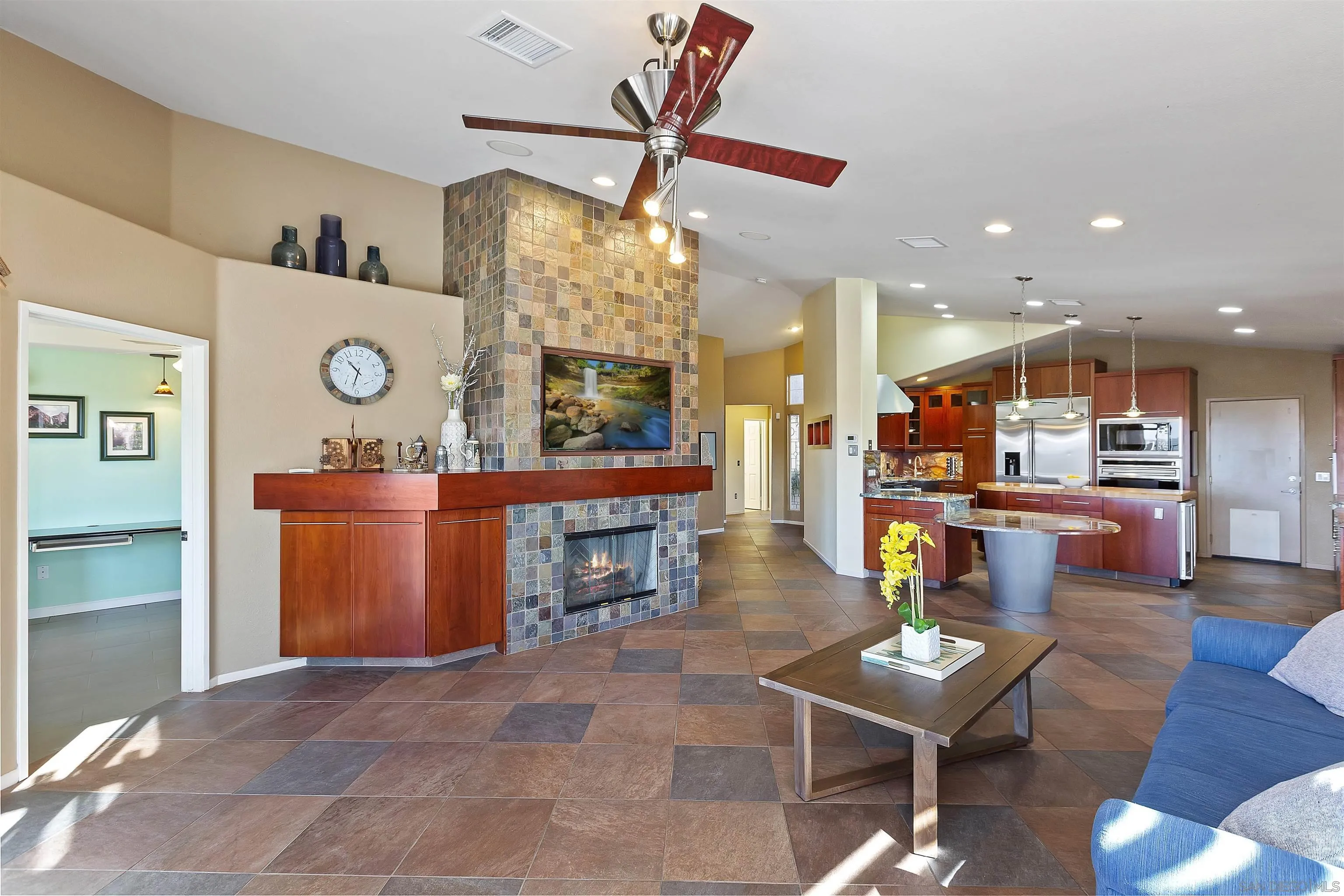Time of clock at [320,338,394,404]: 10:32
